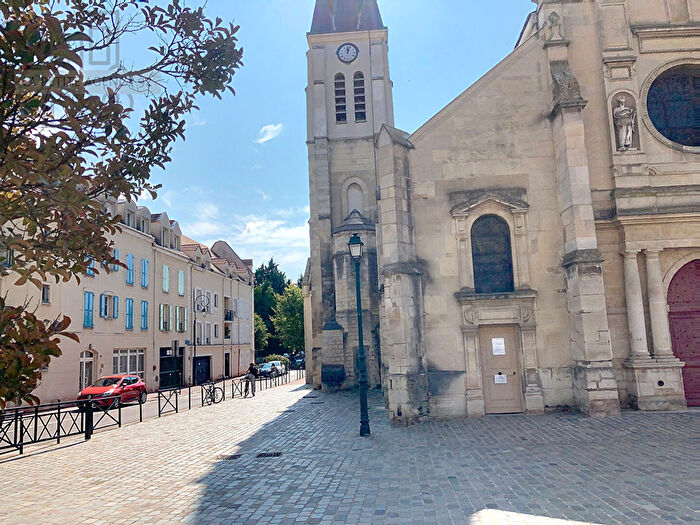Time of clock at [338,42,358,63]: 12:03
